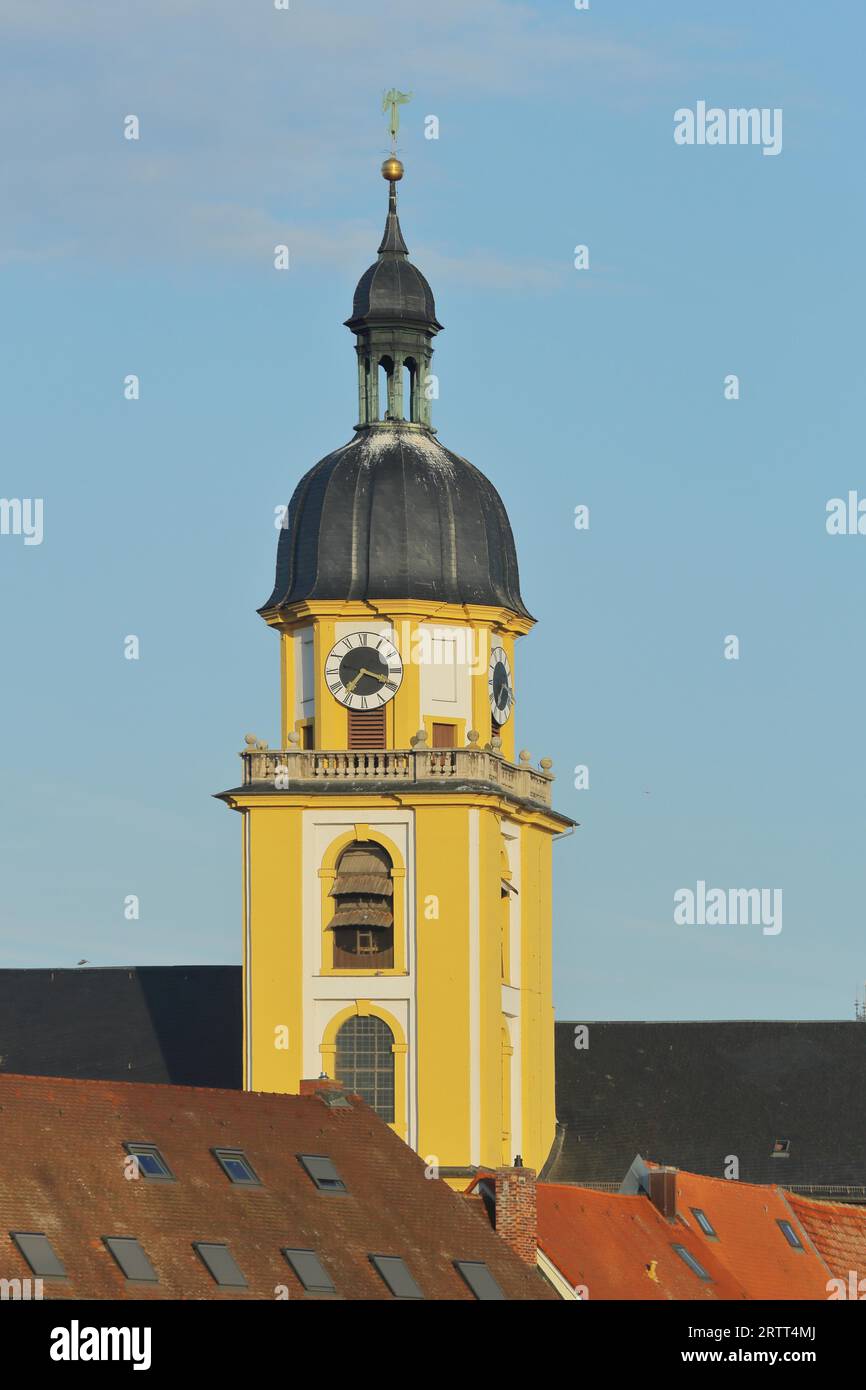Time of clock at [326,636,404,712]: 7:18
